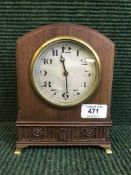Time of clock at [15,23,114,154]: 11:29
